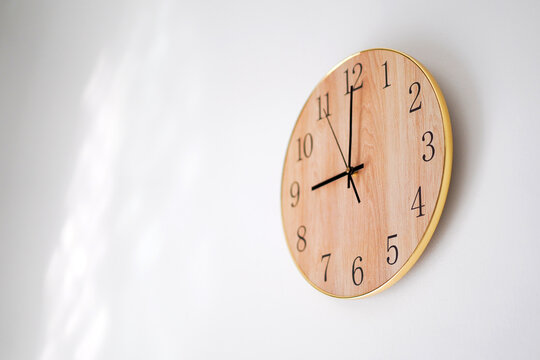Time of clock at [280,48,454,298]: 9:00
